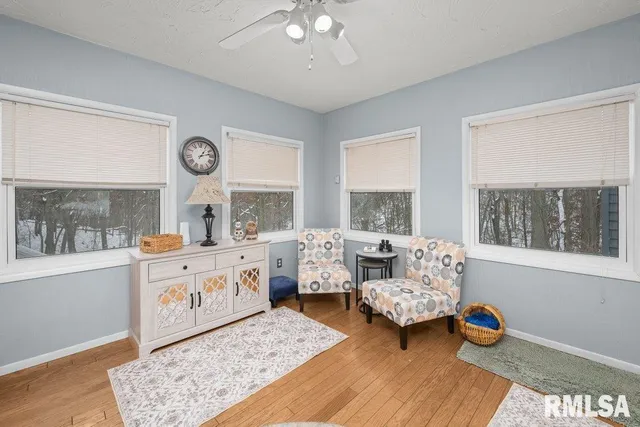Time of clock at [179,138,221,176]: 1:12
